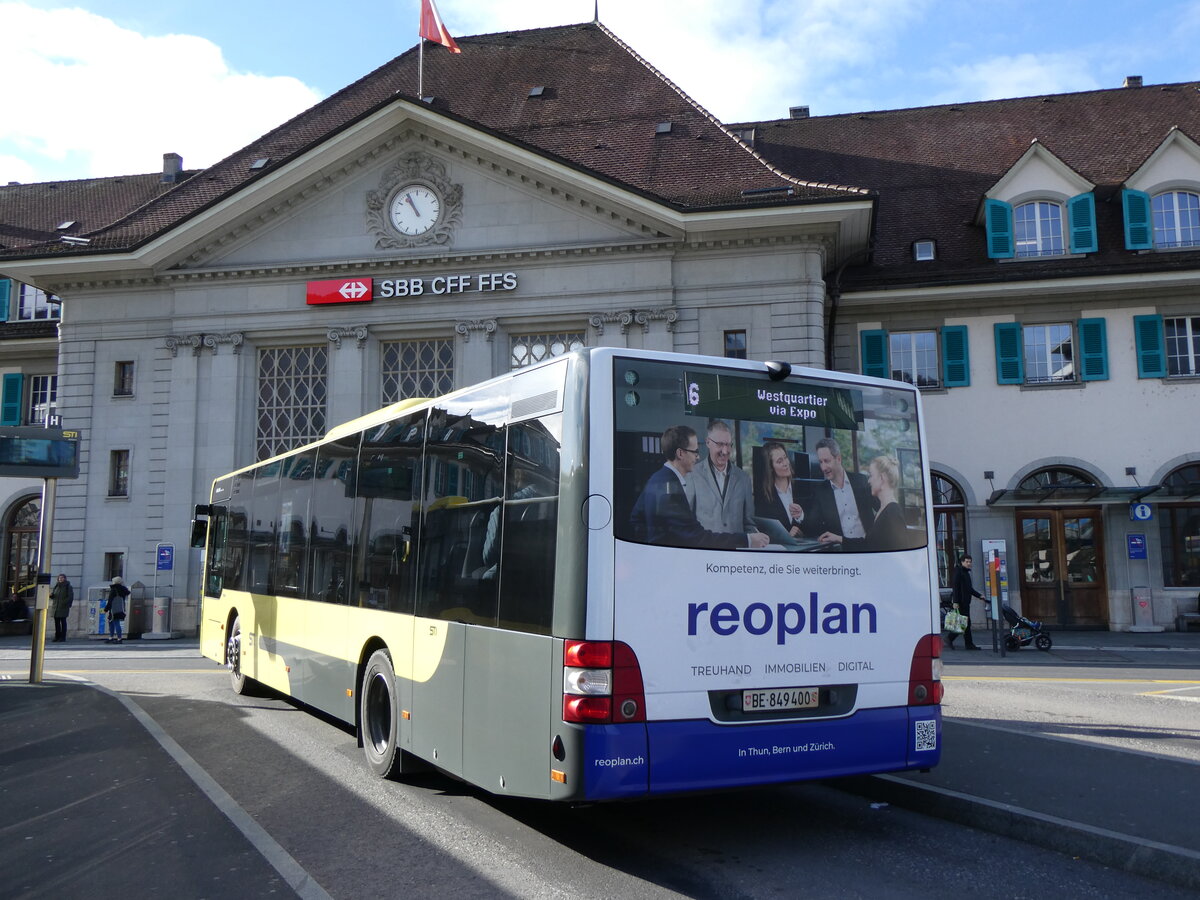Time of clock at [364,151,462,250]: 10:55
